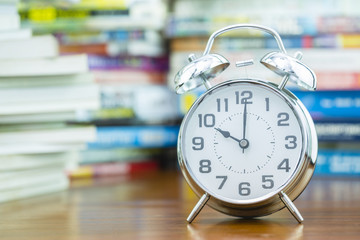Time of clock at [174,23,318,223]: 10:00
